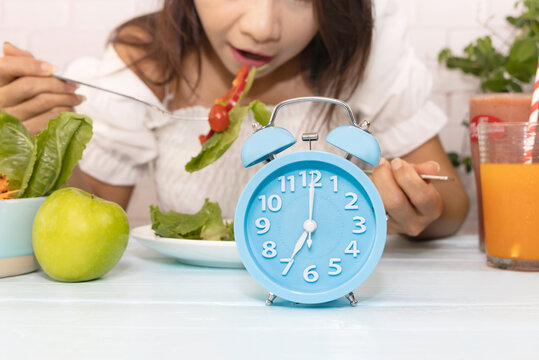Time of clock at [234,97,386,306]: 7:00
